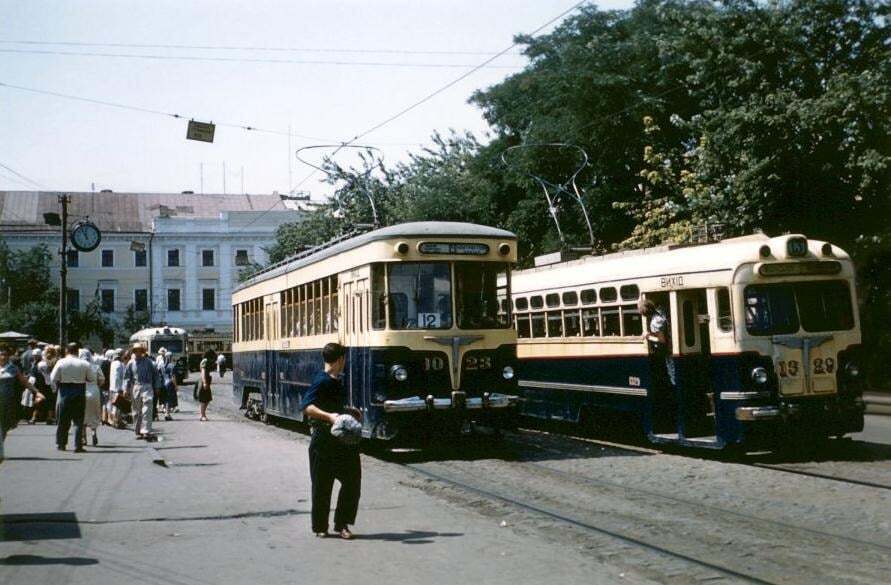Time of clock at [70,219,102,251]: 11:55
